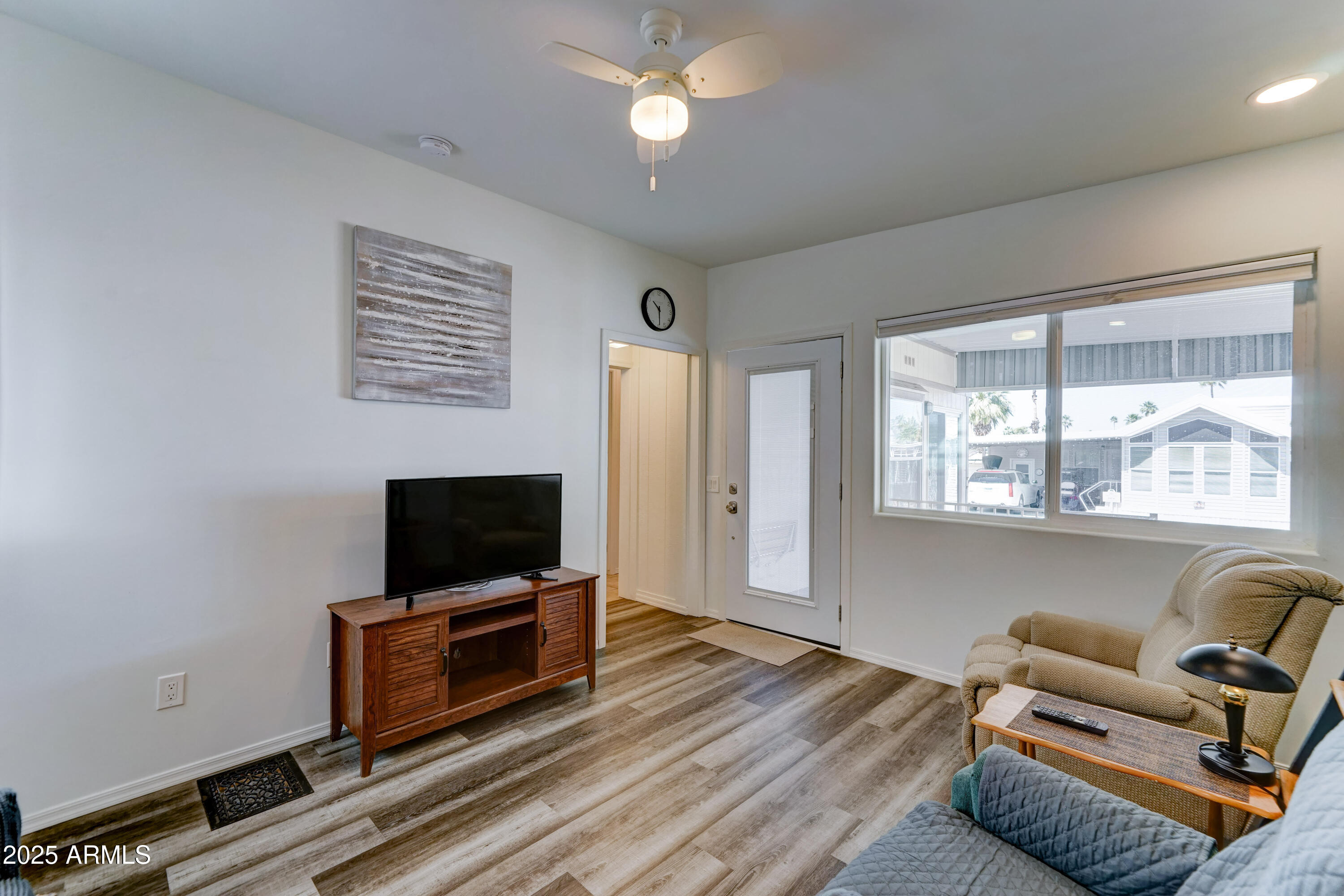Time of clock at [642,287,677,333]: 10:29
